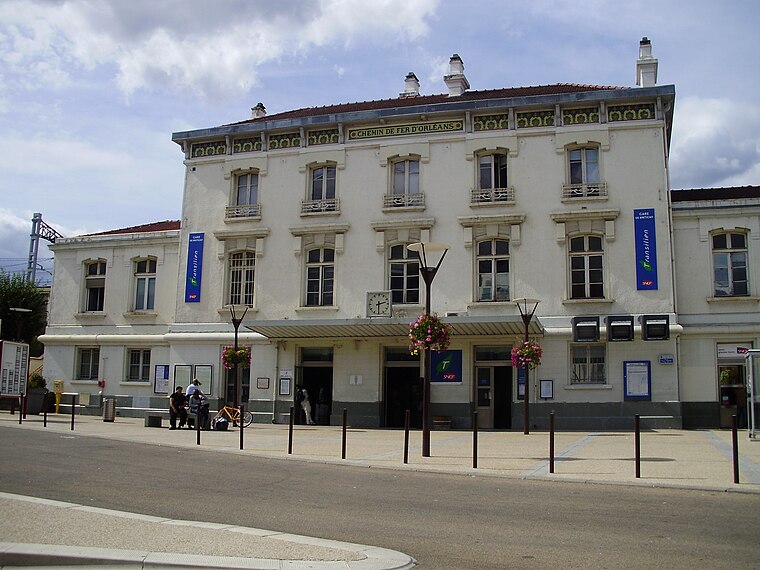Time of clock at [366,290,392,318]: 2:30
